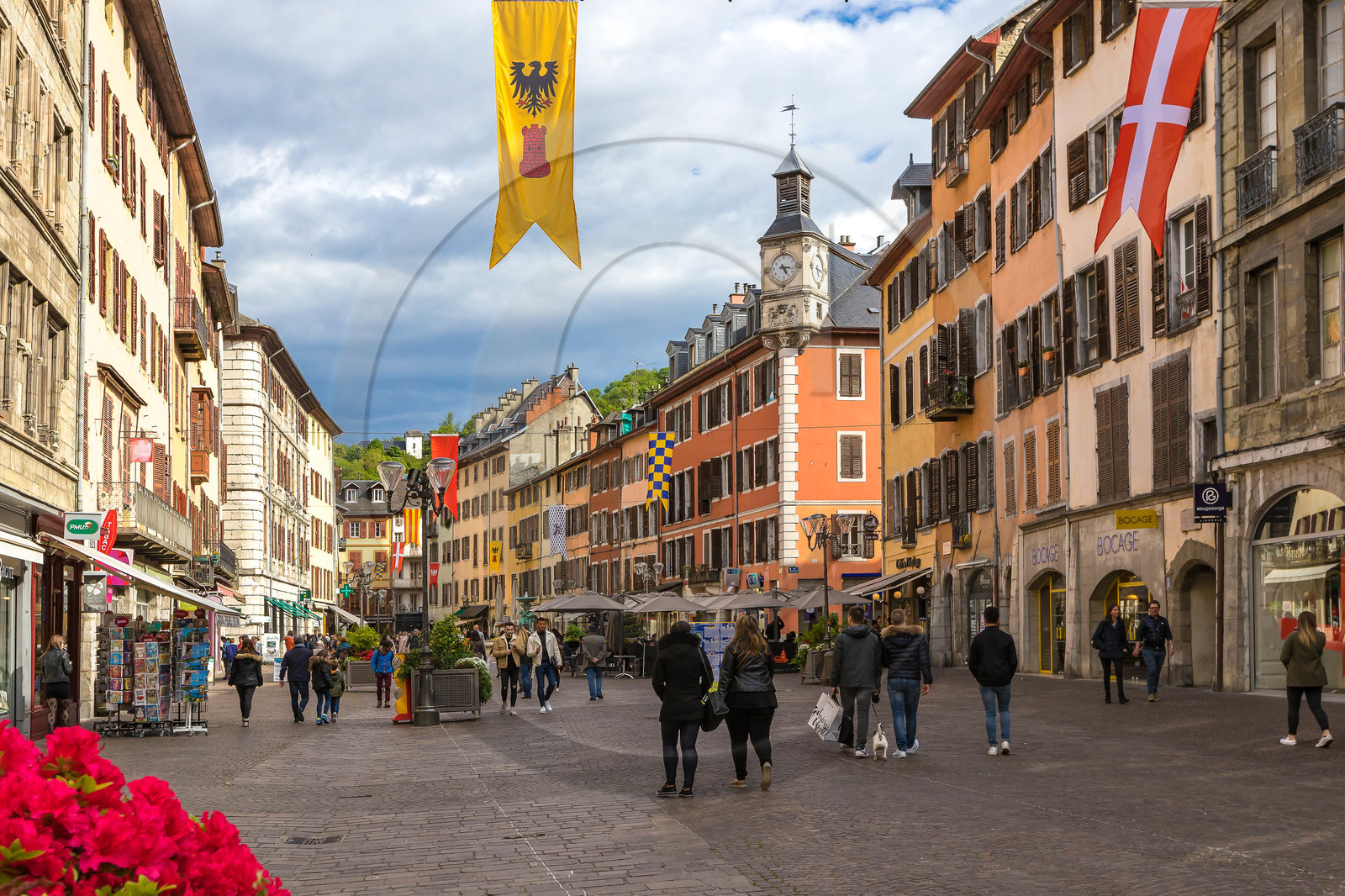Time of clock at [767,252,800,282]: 5:16
